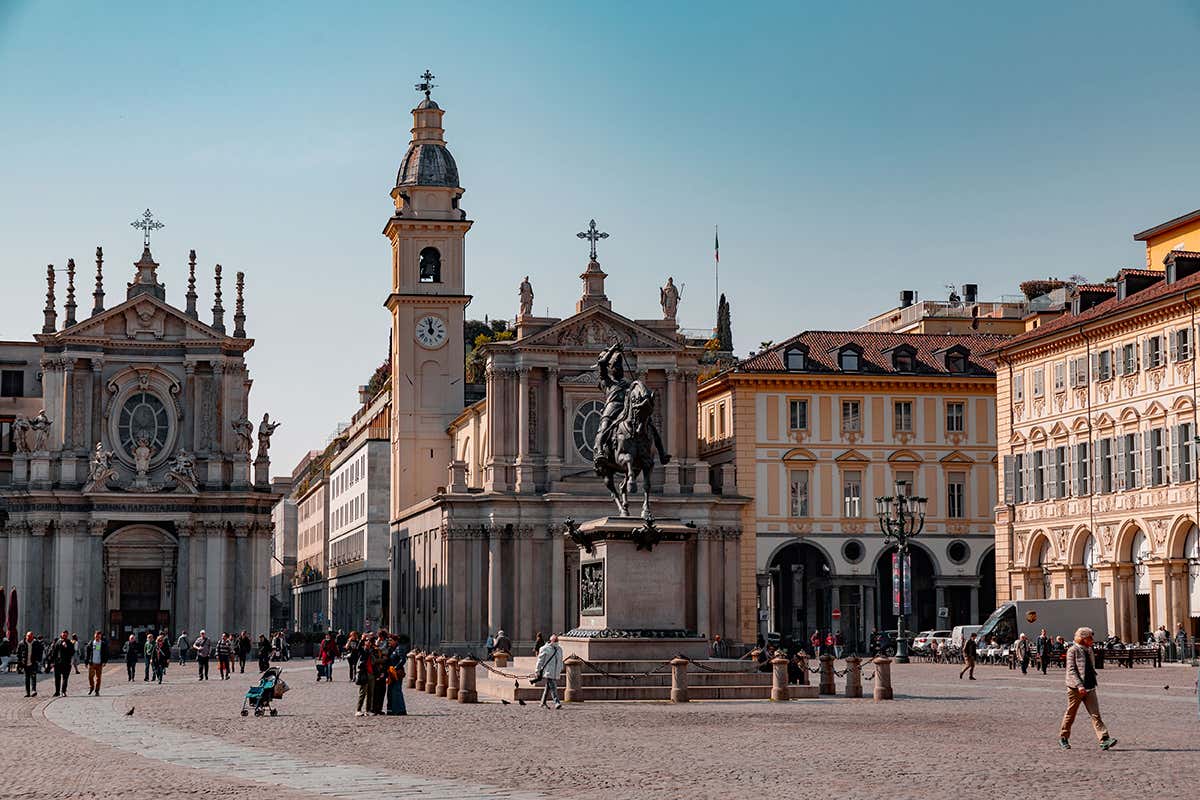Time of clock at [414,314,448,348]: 11:58
